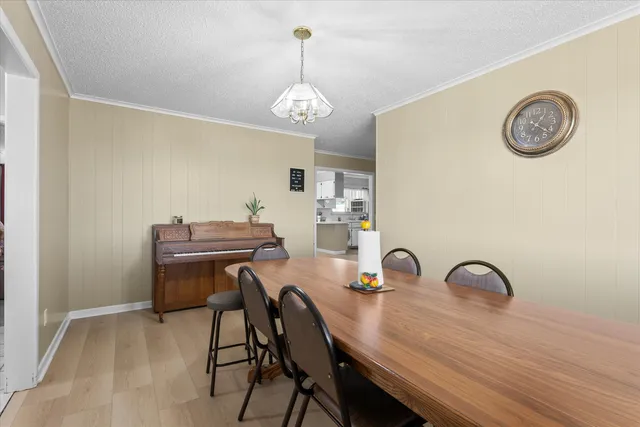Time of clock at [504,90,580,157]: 1:21
